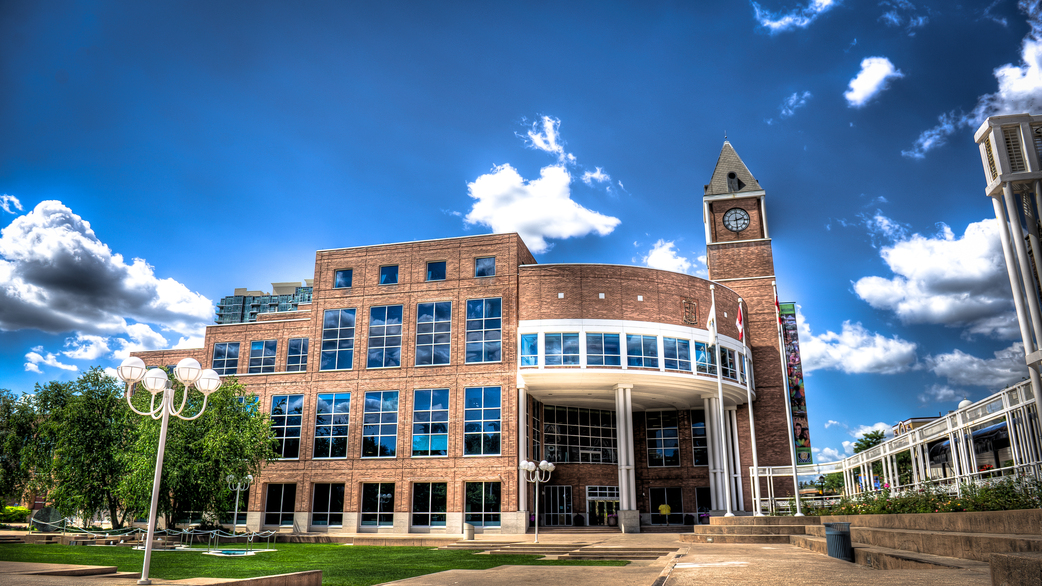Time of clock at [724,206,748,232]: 2:29
